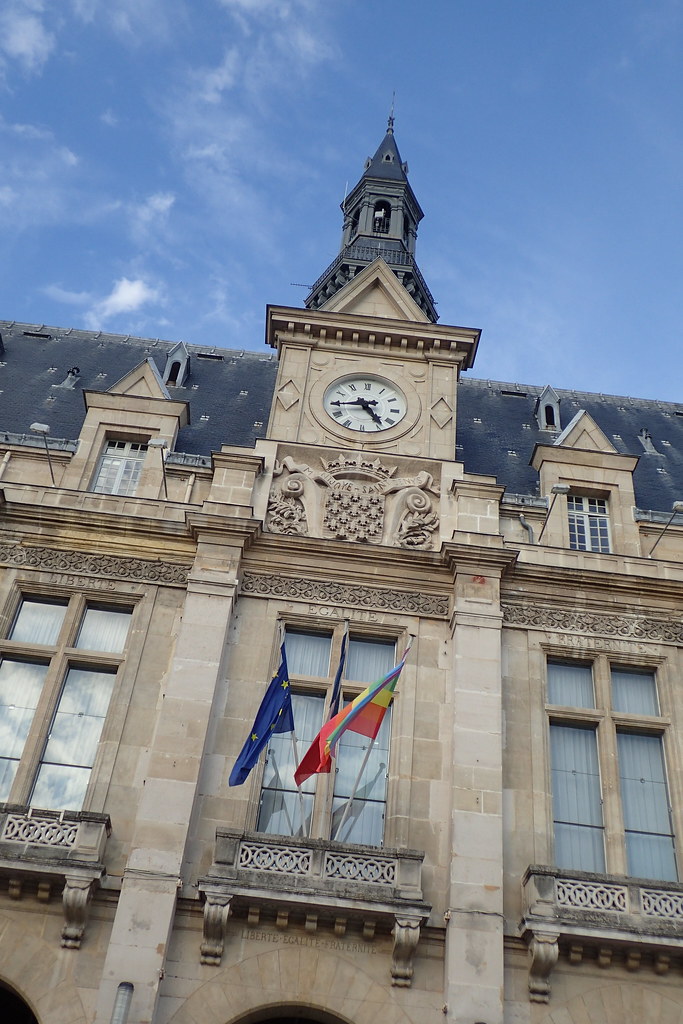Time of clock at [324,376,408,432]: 4:44
